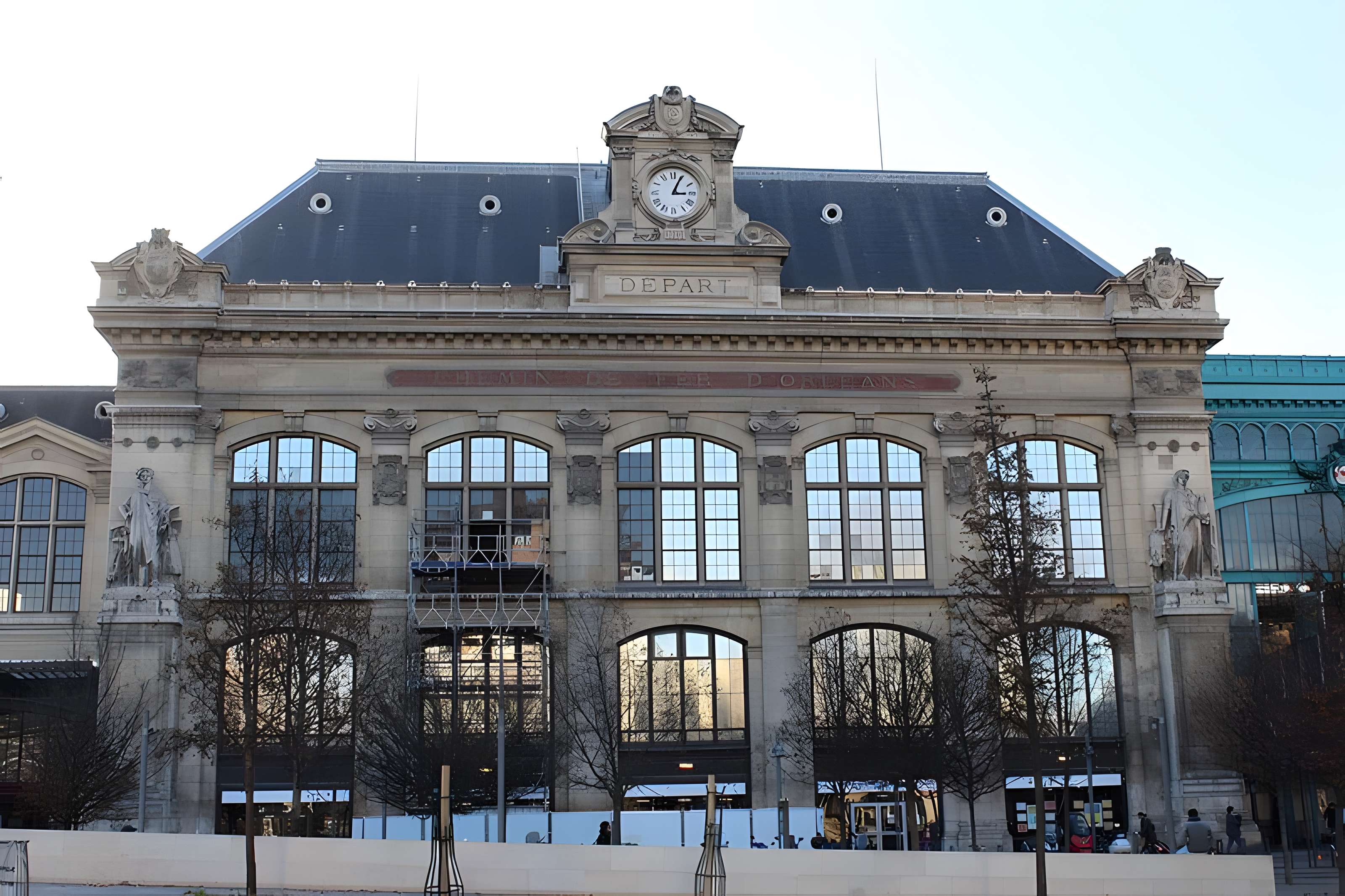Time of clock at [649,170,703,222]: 3:04
